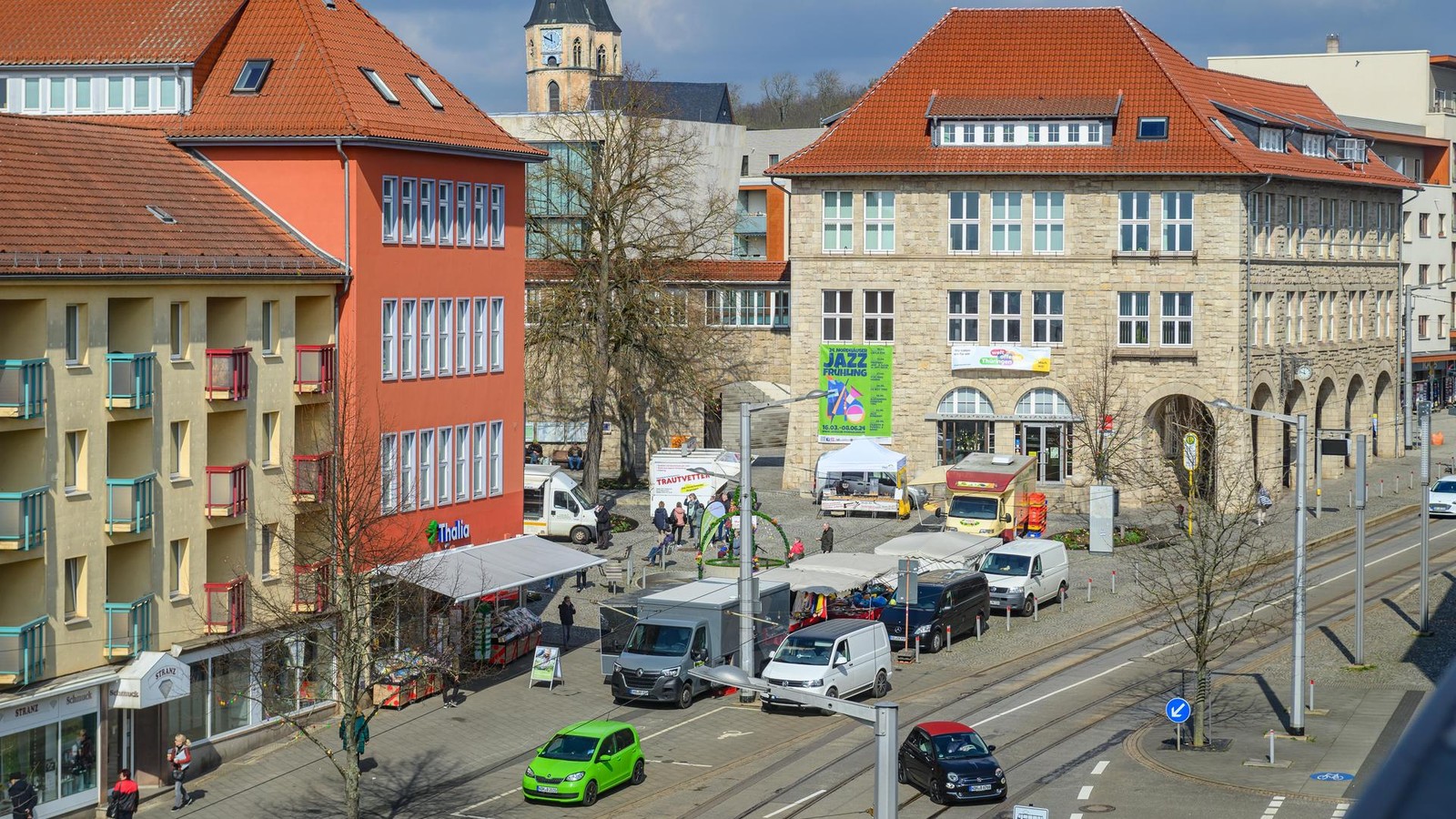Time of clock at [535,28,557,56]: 11:49
